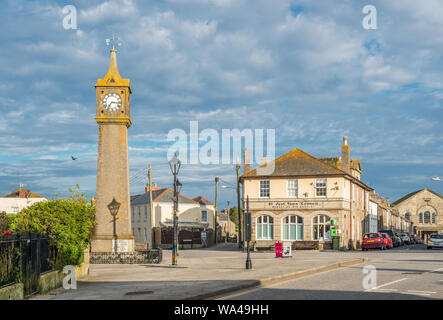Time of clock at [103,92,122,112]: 7:16
